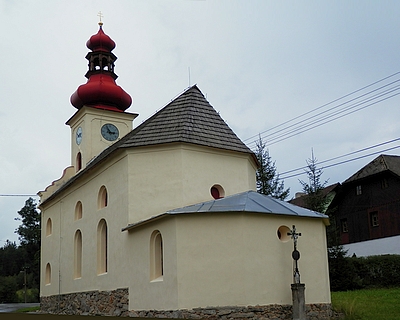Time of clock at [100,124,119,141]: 2:54
